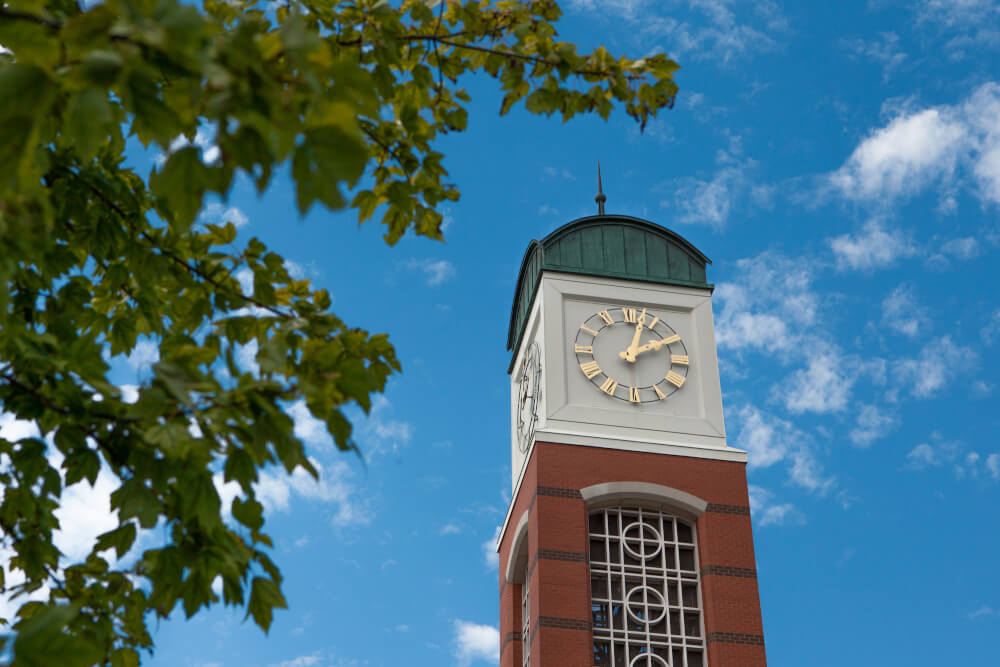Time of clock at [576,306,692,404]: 2:02
